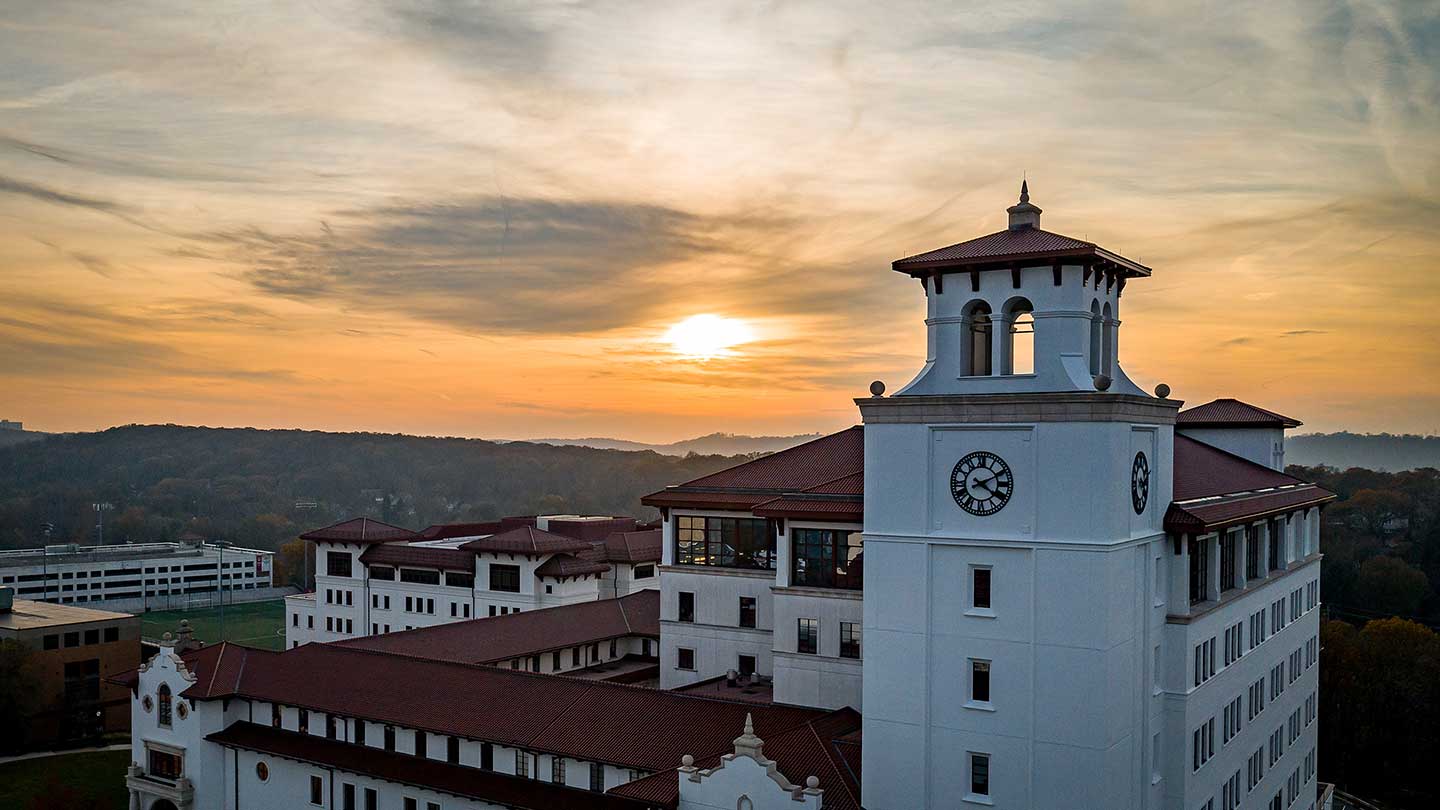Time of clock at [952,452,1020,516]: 4:10
